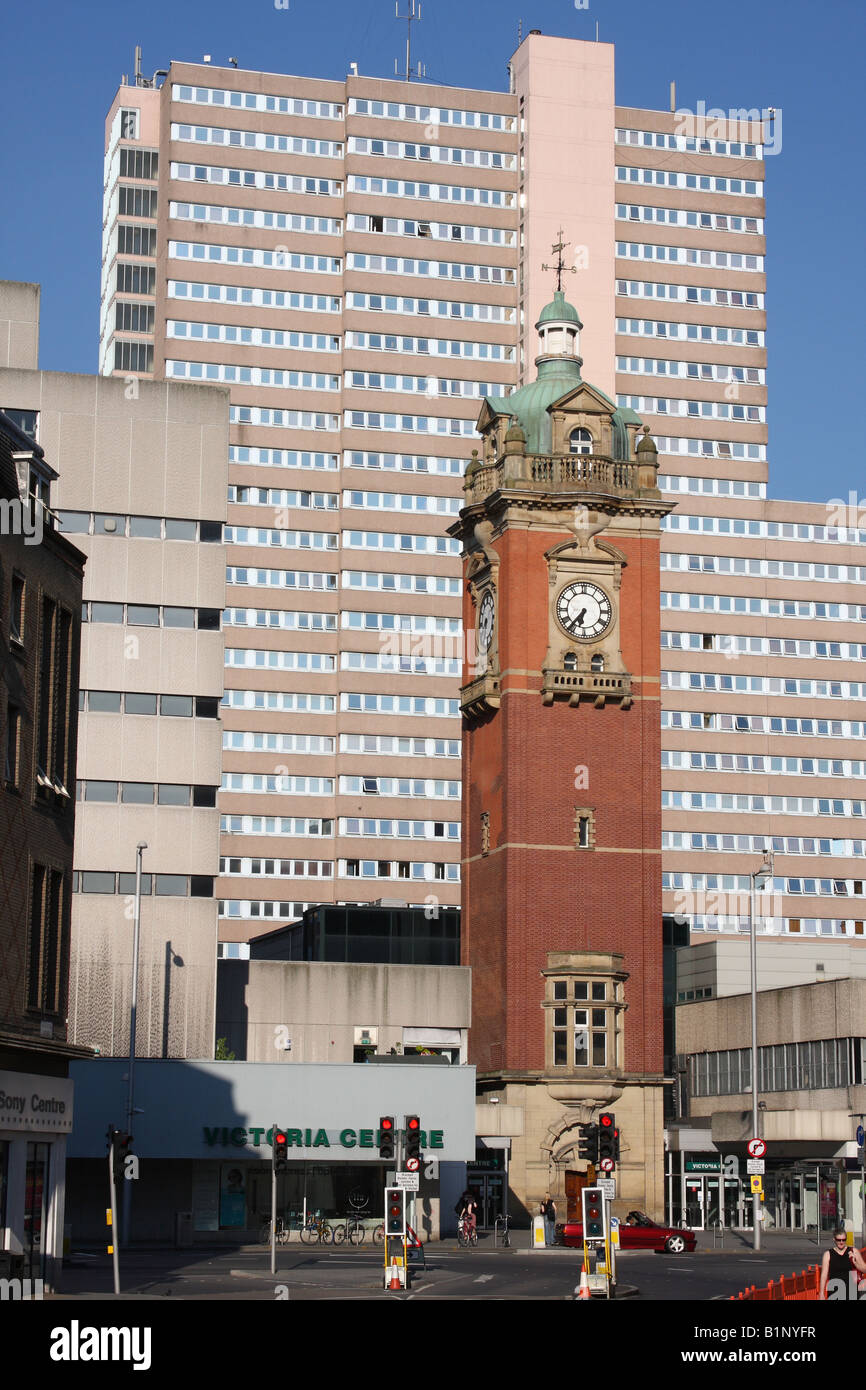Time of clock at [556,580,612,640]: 6:36
